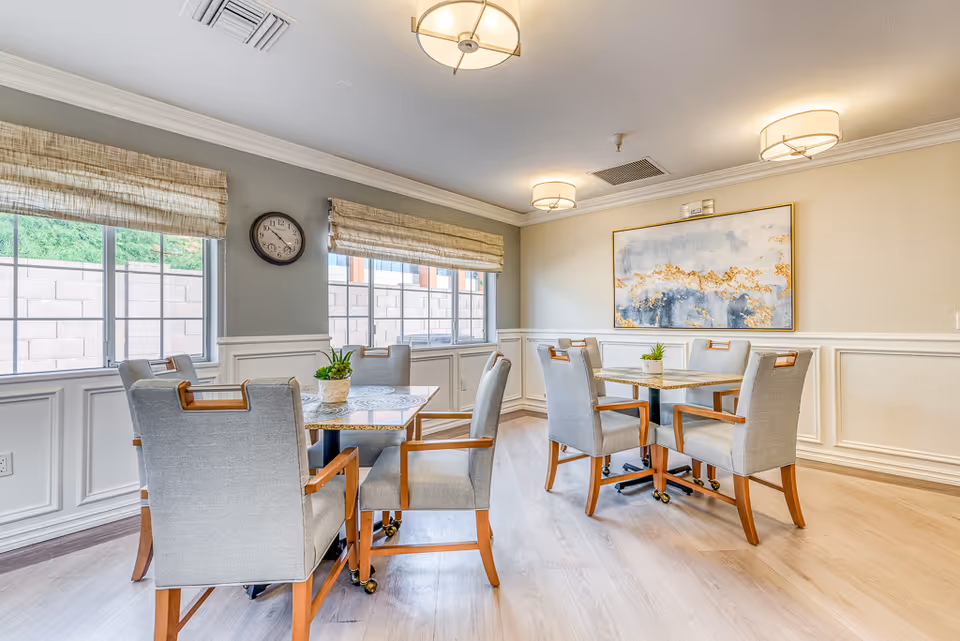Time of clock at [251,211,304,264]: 10:21
